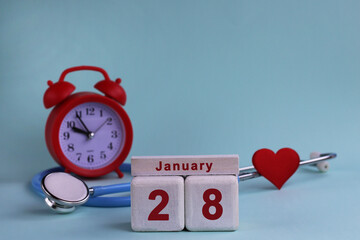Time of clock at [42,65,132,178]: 9:54
